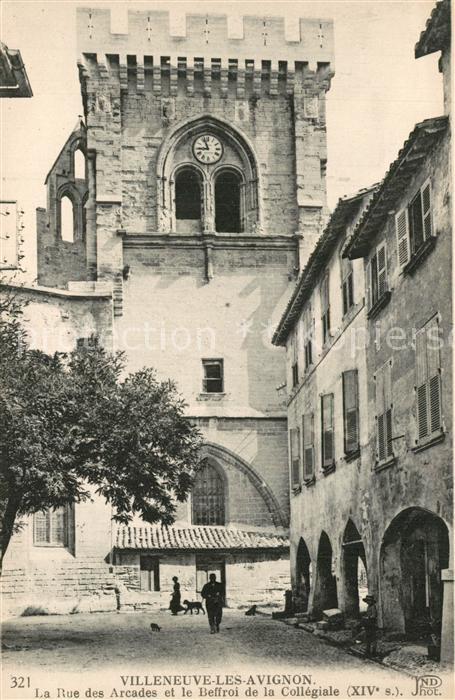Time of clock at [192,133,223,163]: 8:56
